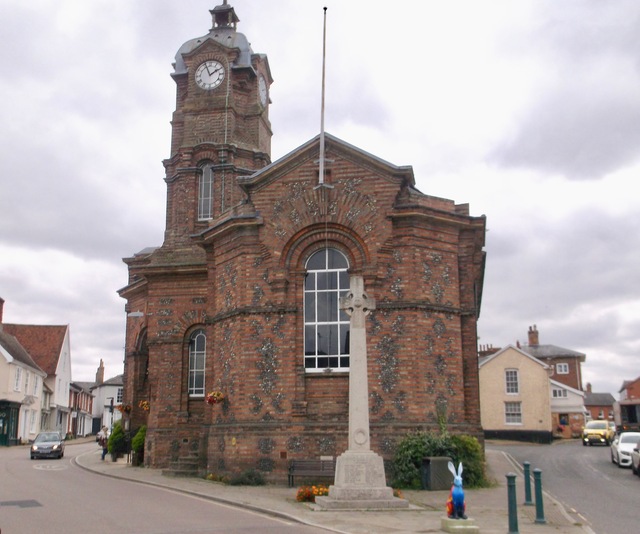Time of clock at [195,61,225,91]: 1:56
